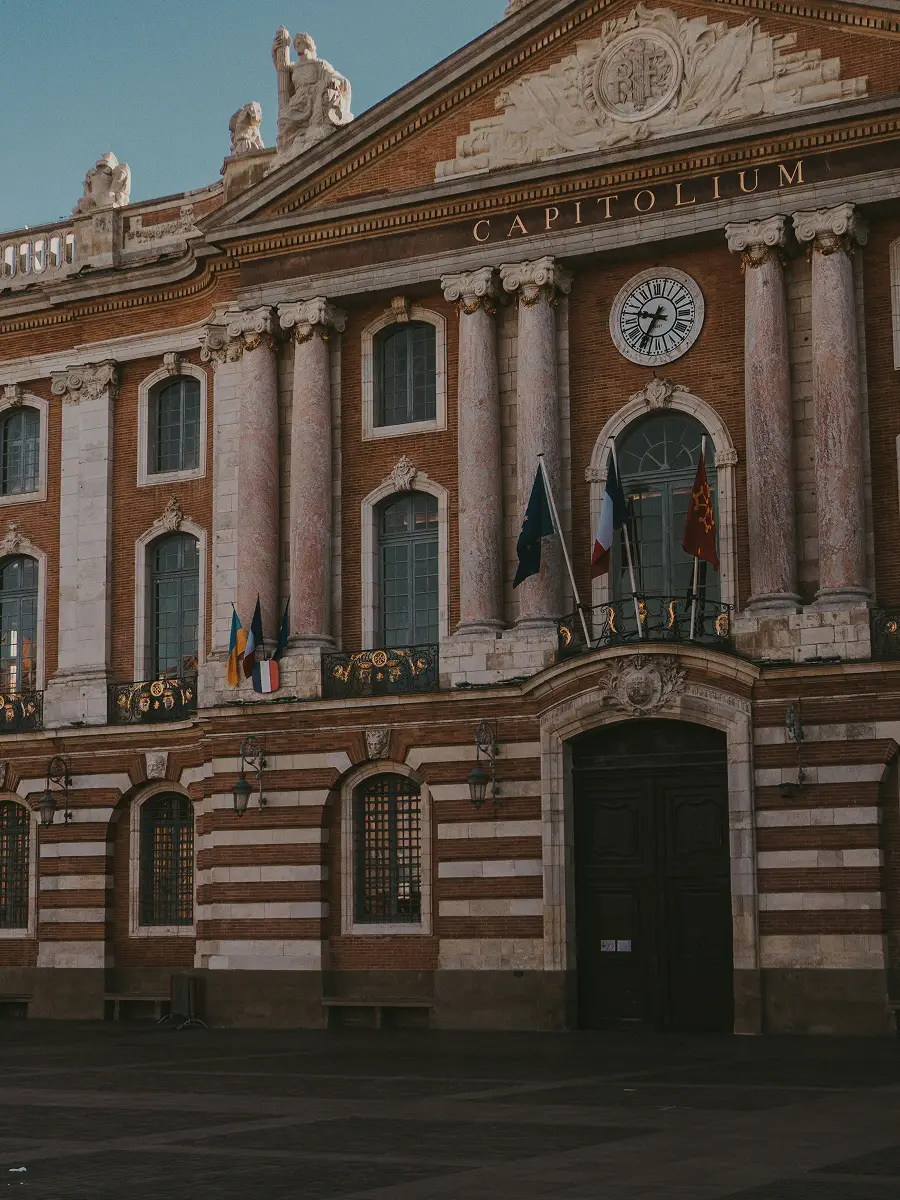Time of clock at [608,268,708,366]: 9:34
